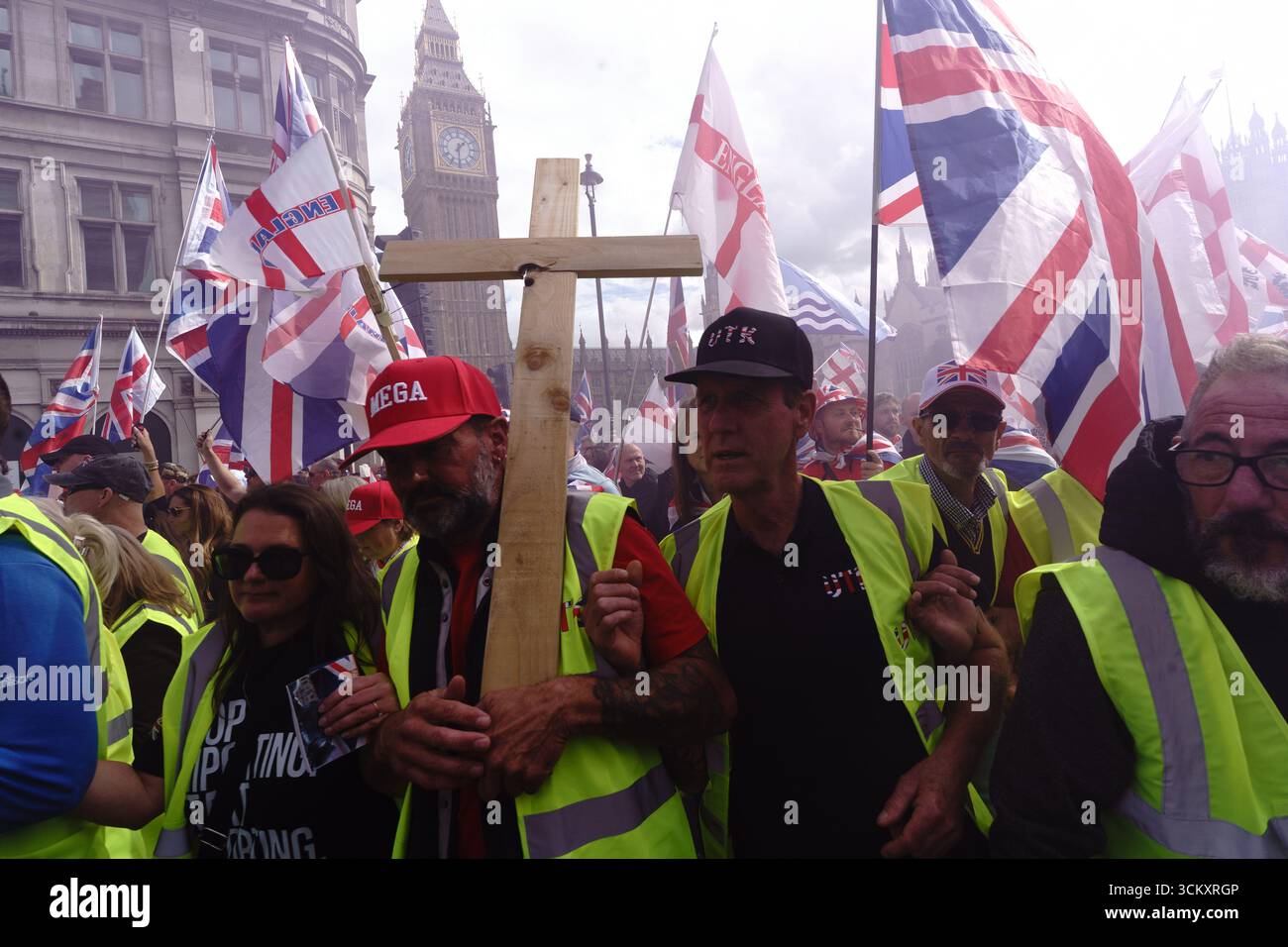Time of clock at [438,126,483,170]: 1:30
